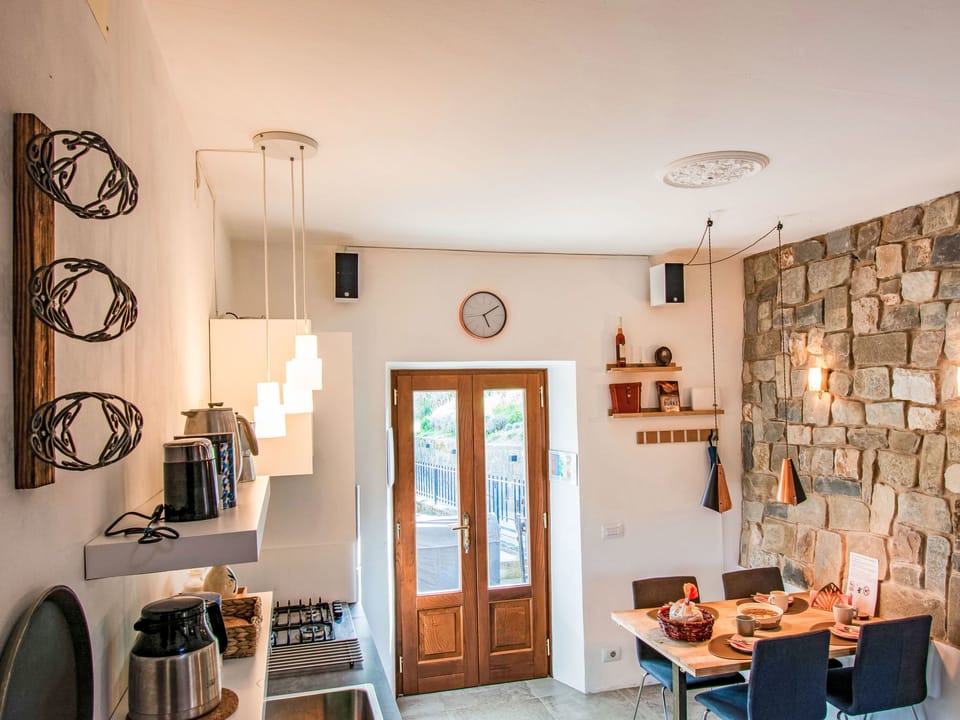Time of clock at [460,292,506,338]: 5:09
